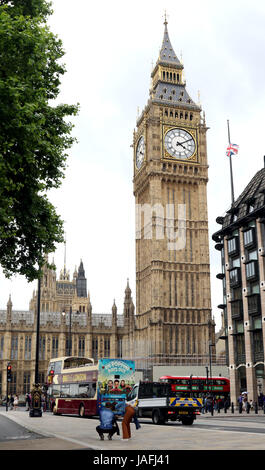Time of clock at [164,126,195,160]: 4:10
